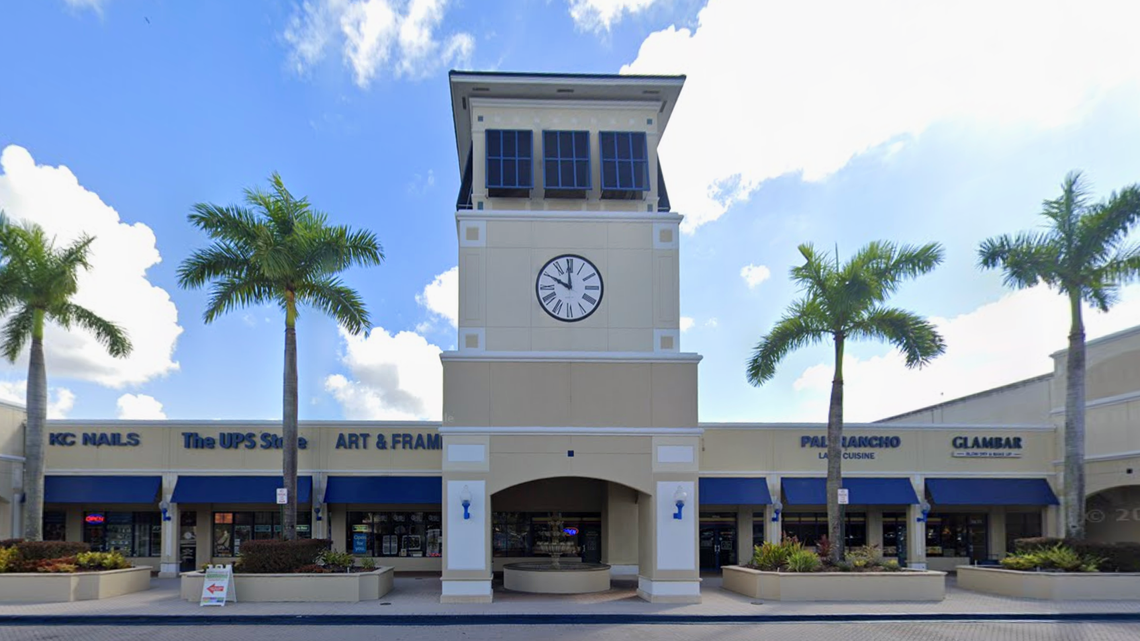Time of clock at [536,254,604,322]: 9:59
